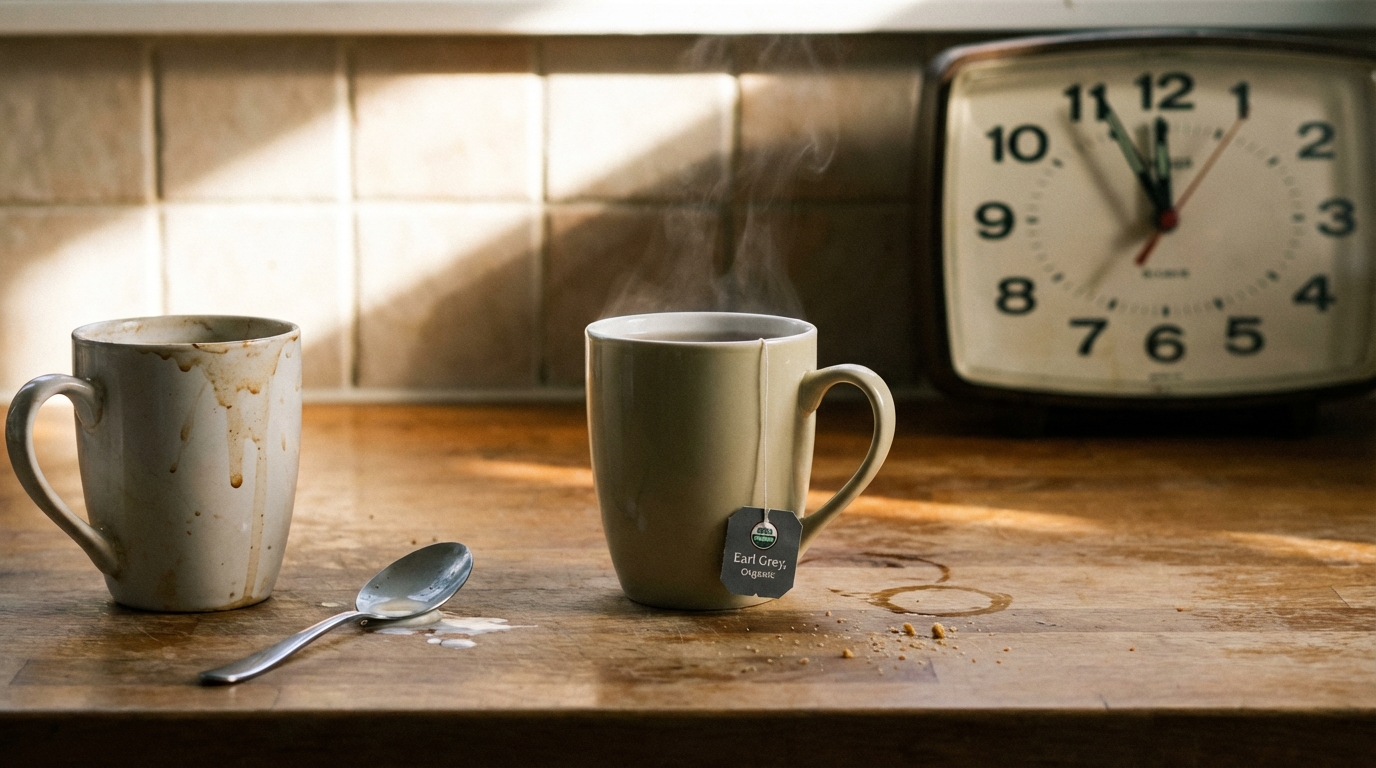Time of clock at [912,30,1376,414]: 11:55
